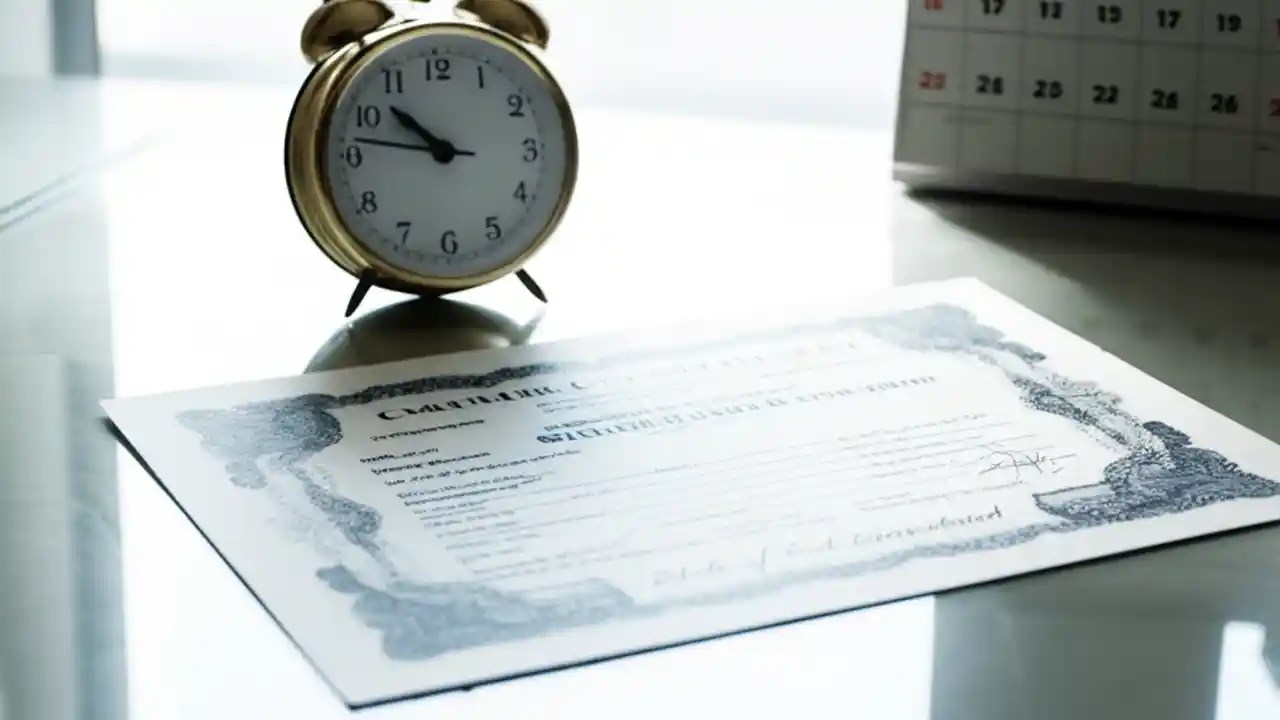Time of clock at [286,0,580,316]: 10:46
